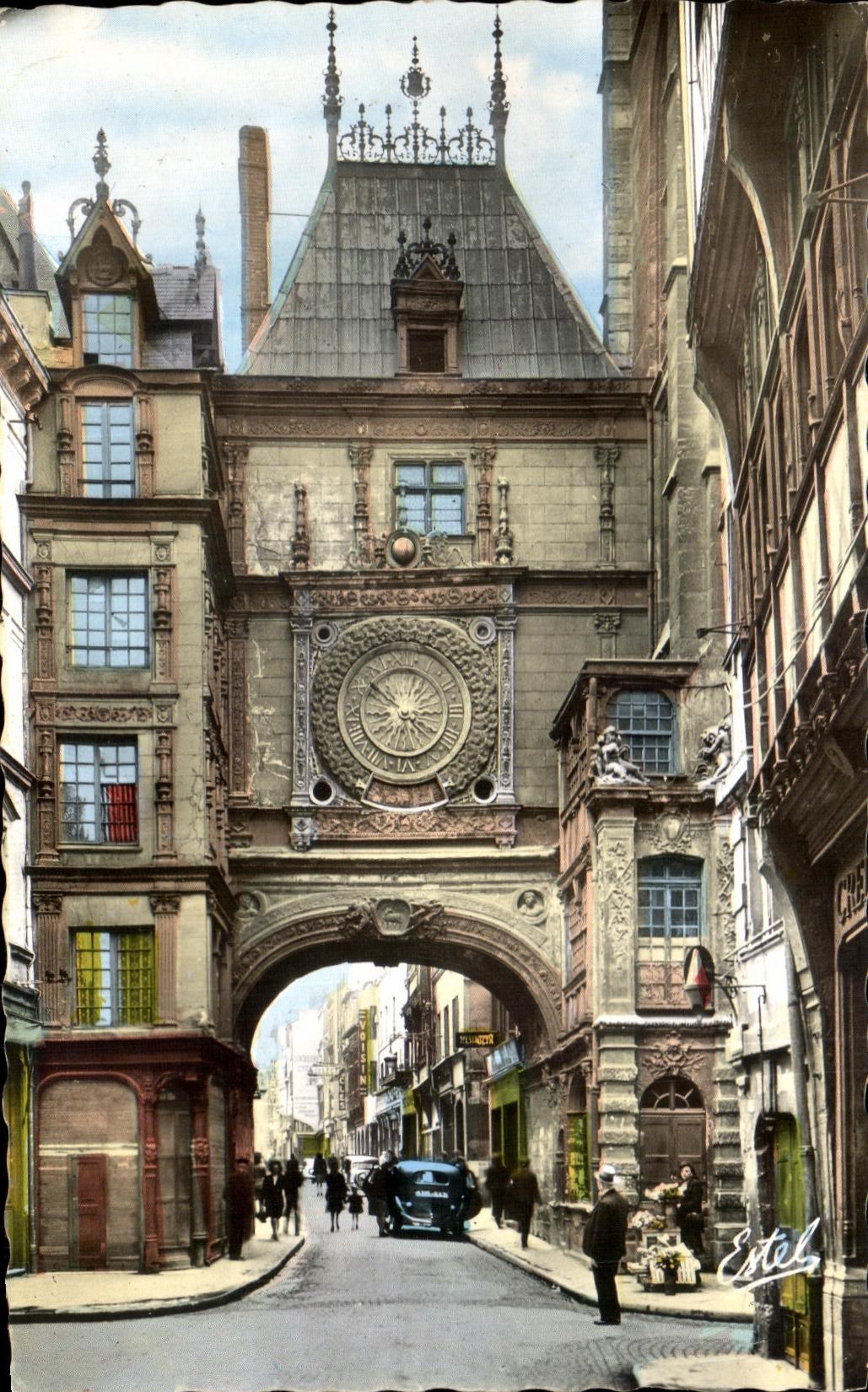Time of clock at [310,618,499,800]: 8:51
